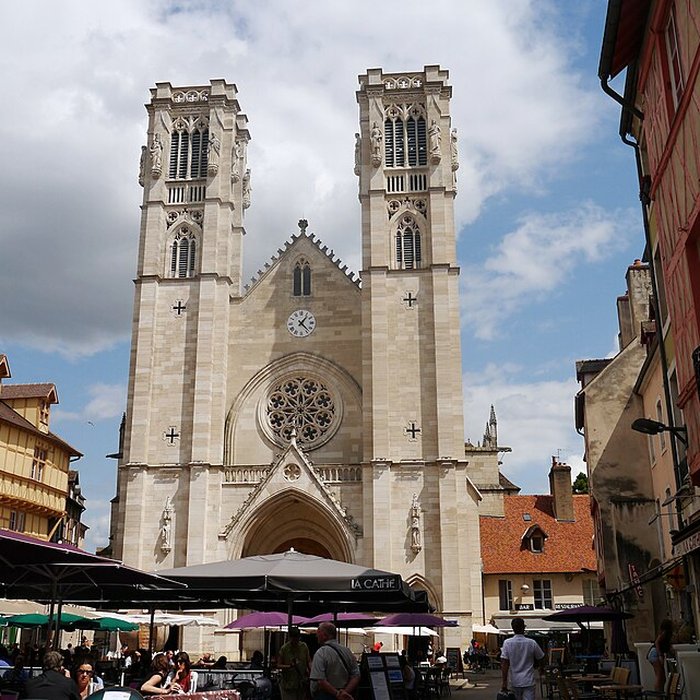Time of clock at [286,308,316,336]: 1:22
